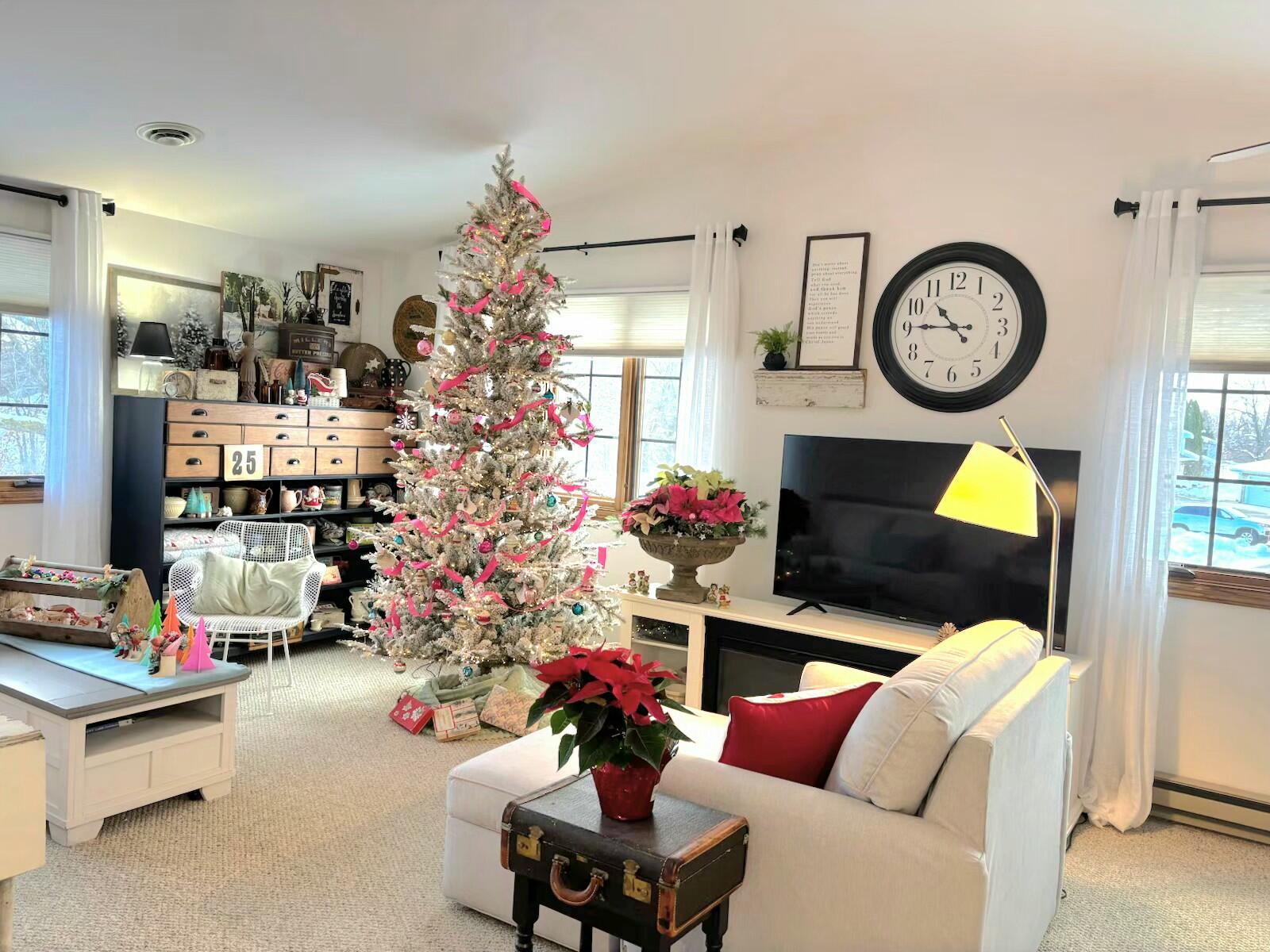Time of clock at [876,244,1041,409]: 10:45
